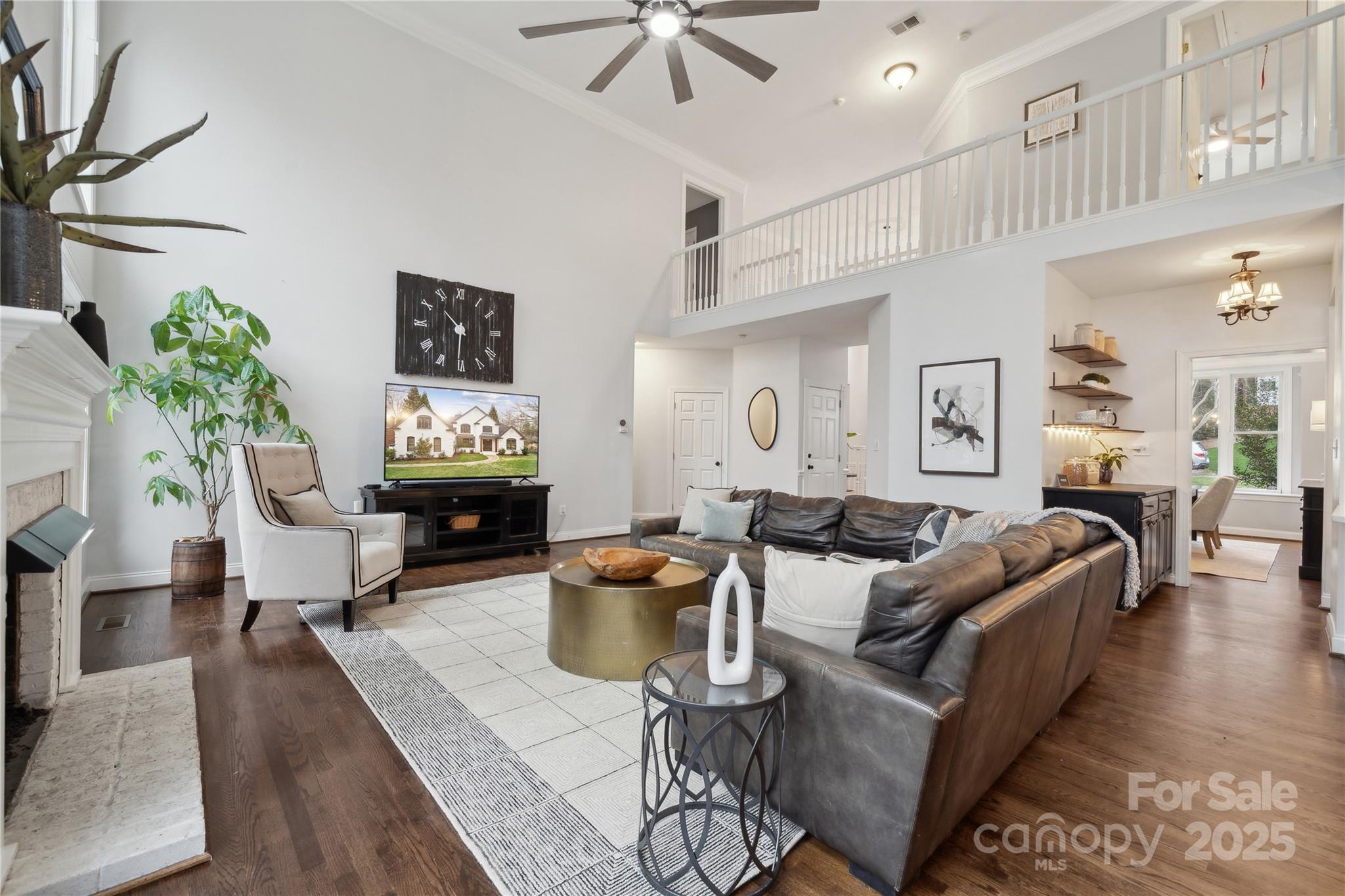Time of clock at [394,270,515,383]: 10:31
